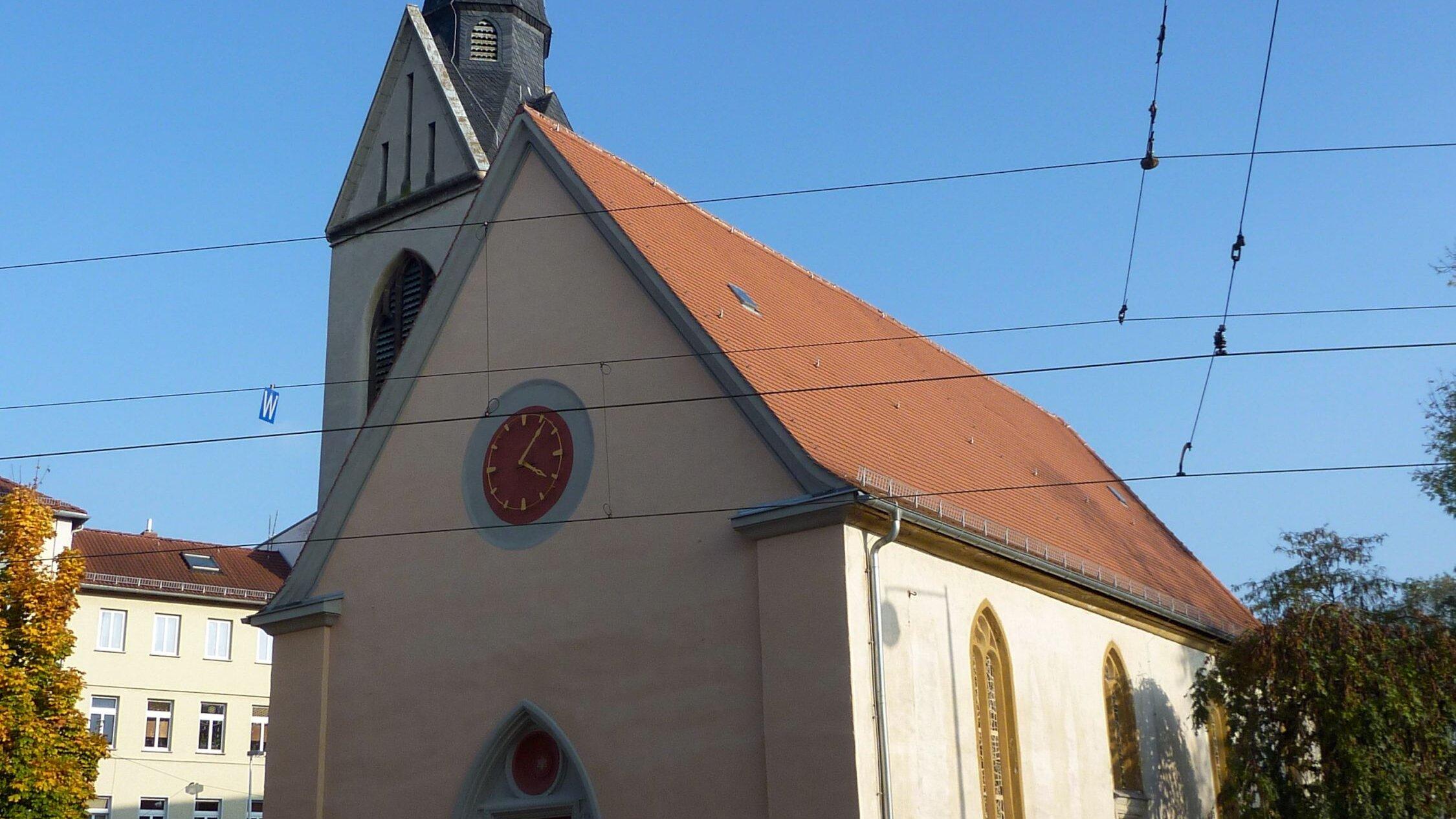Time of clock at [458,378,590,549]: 4:06
